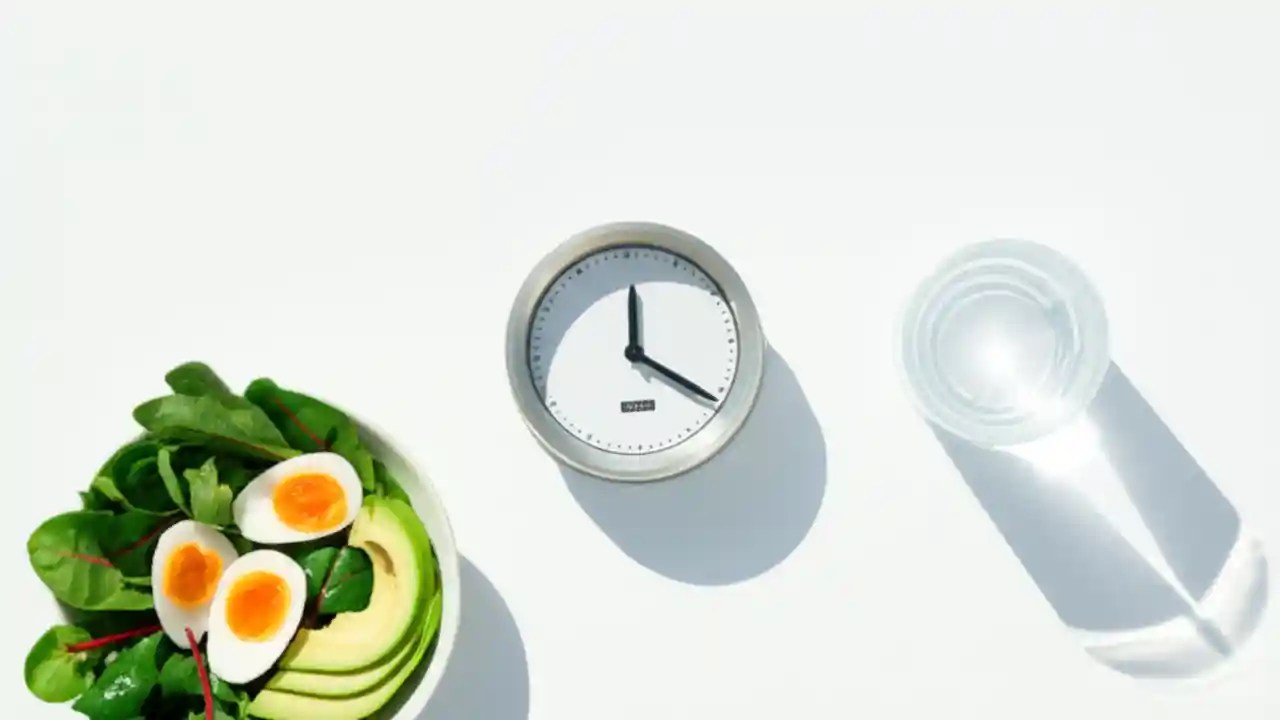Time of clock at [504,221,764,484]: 12:20
